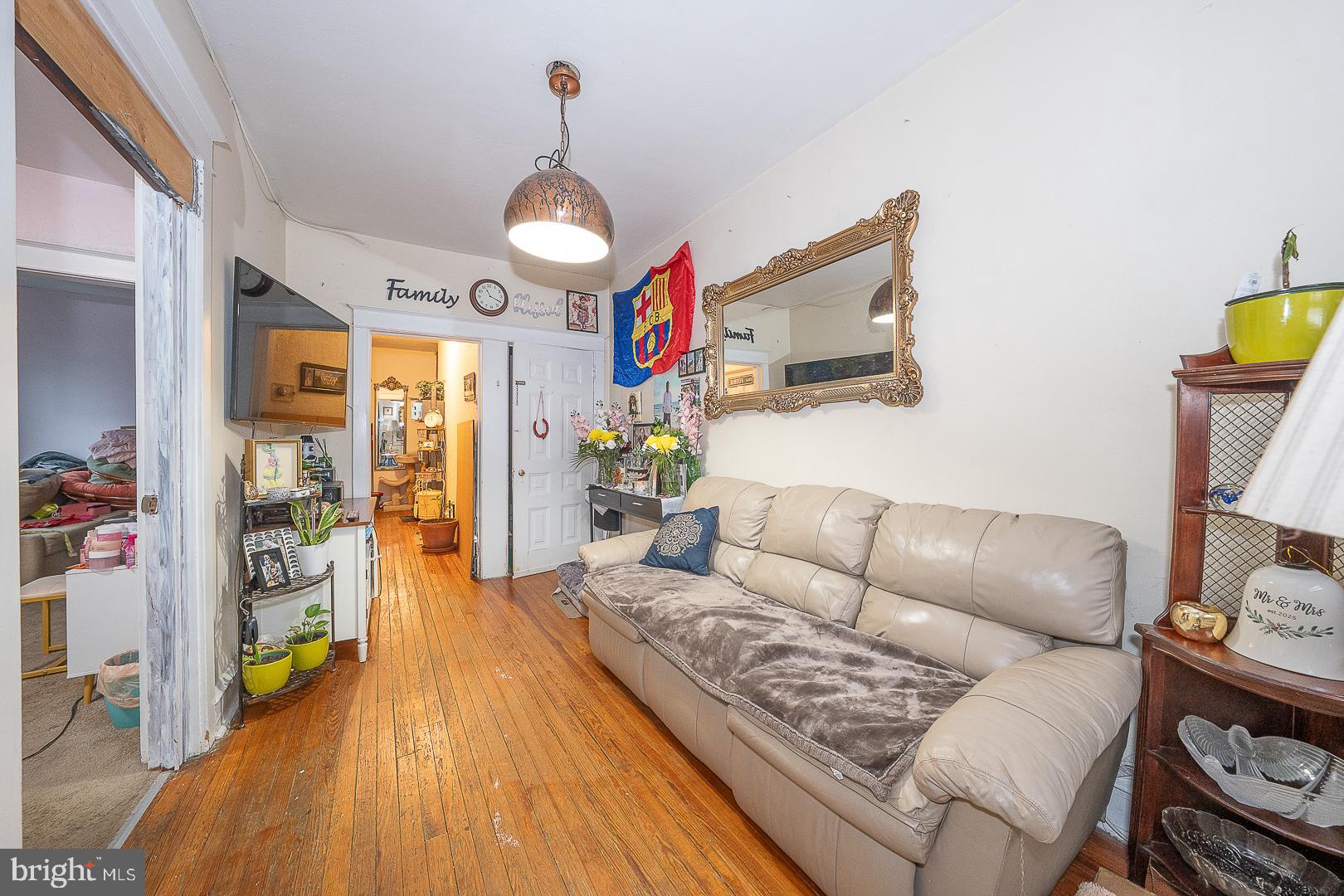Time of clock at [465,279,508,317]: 11:20
